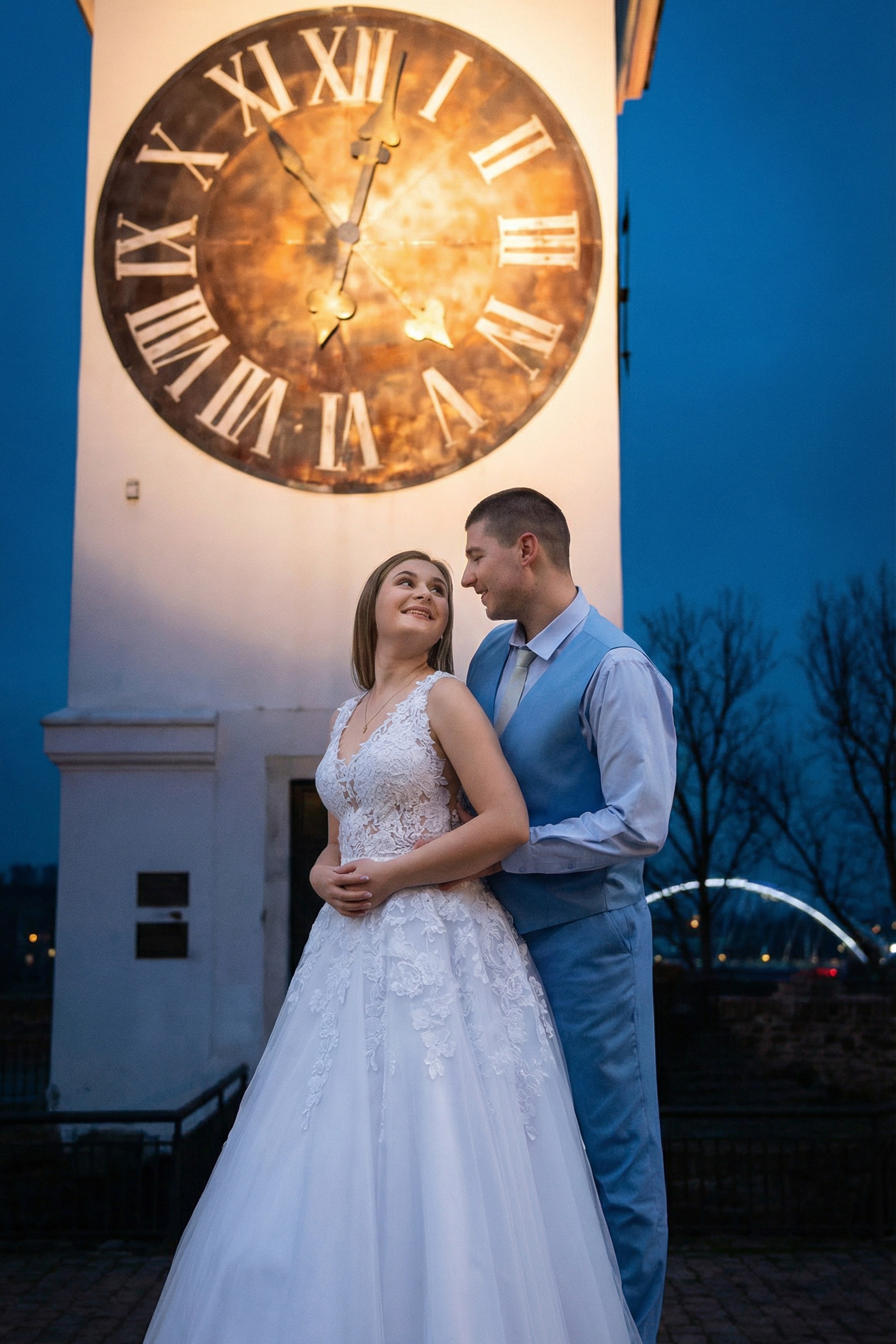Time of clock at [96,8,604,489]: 12:32
